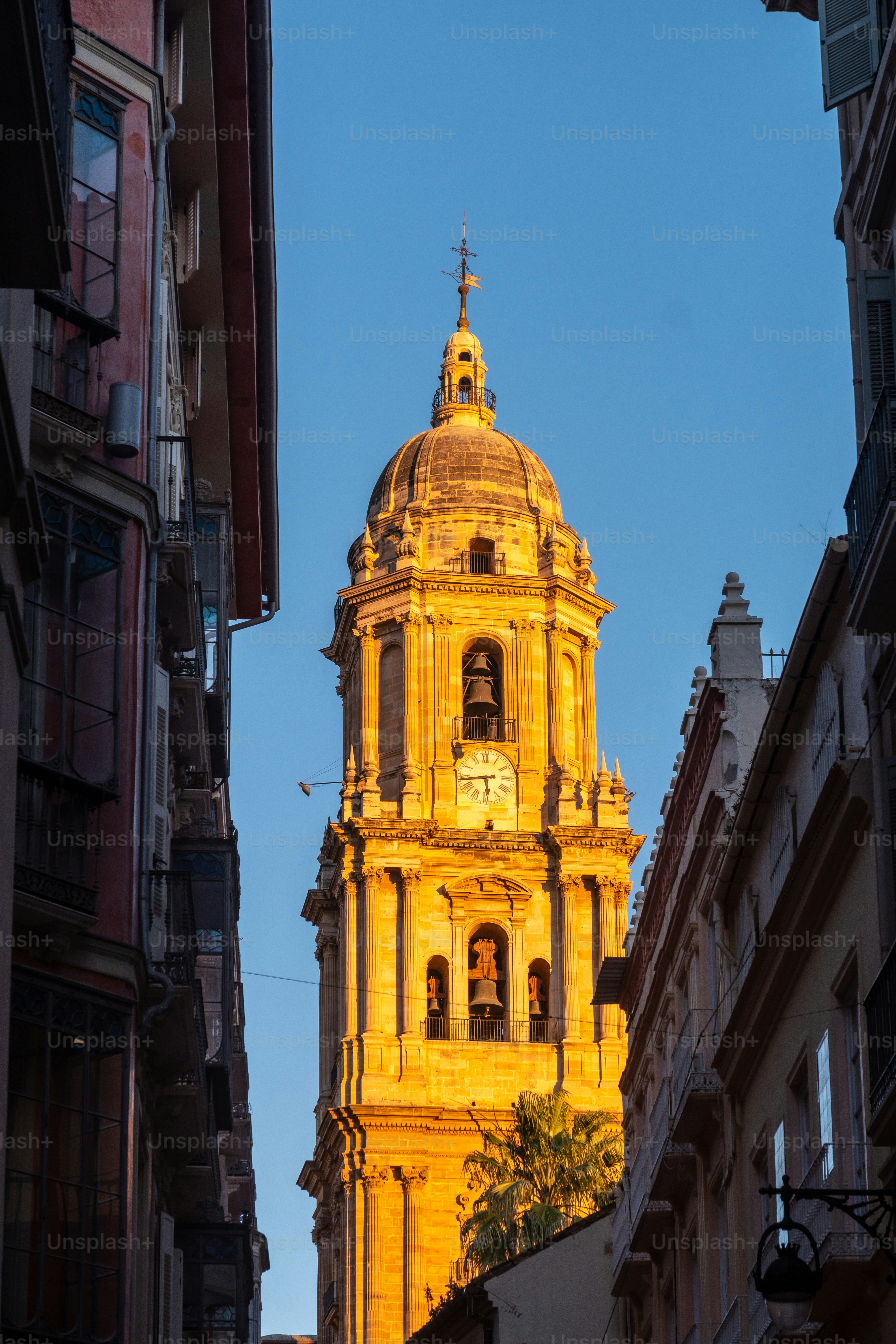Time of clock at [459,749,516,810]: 5:43
